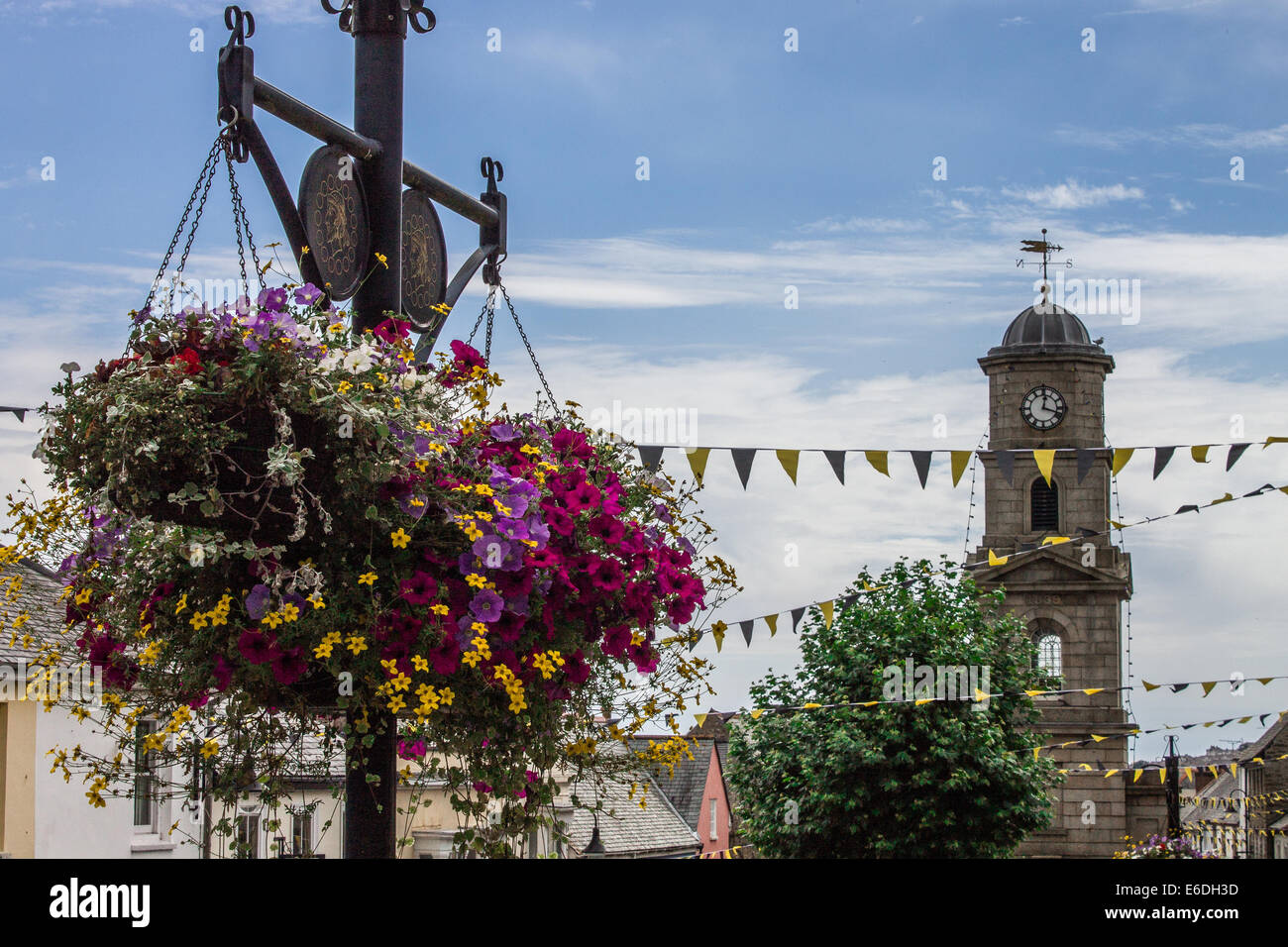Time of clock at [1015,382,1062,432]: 12:18
